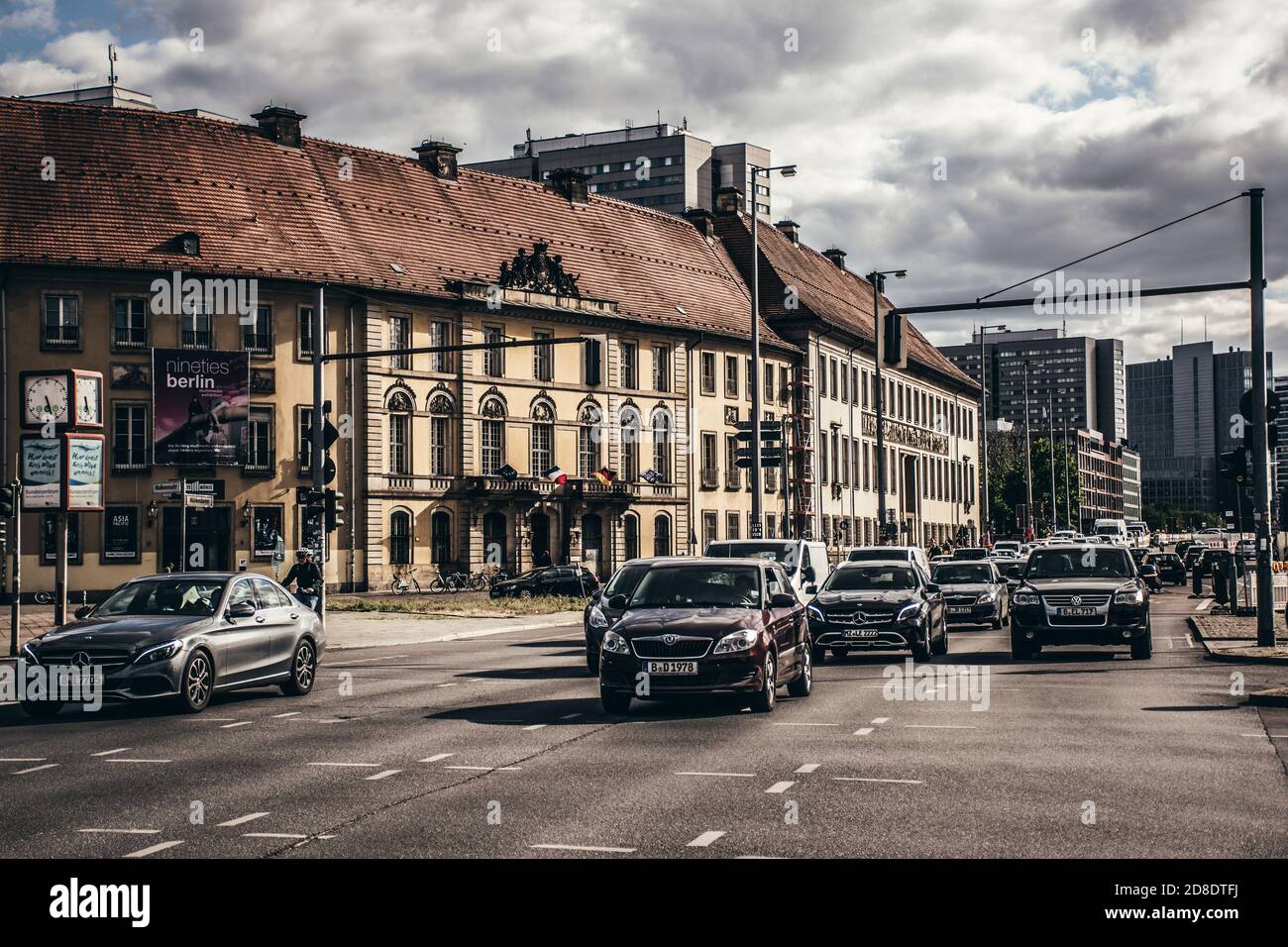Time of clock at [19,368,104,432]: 5:26
